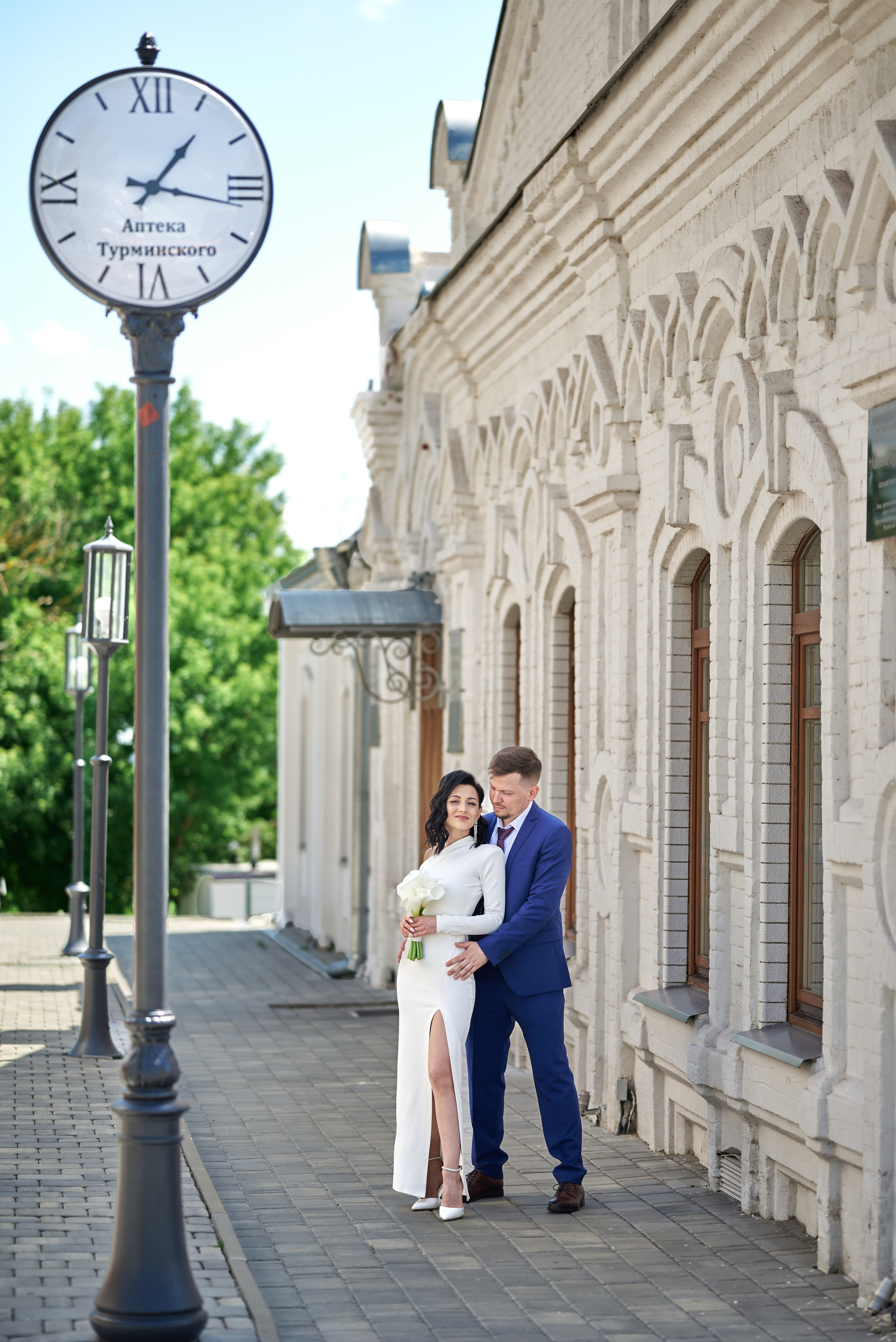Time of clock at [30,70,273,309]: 1:16
